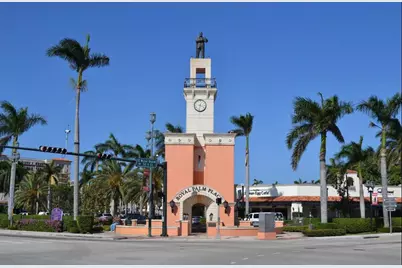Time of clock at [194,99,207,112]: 3:32
